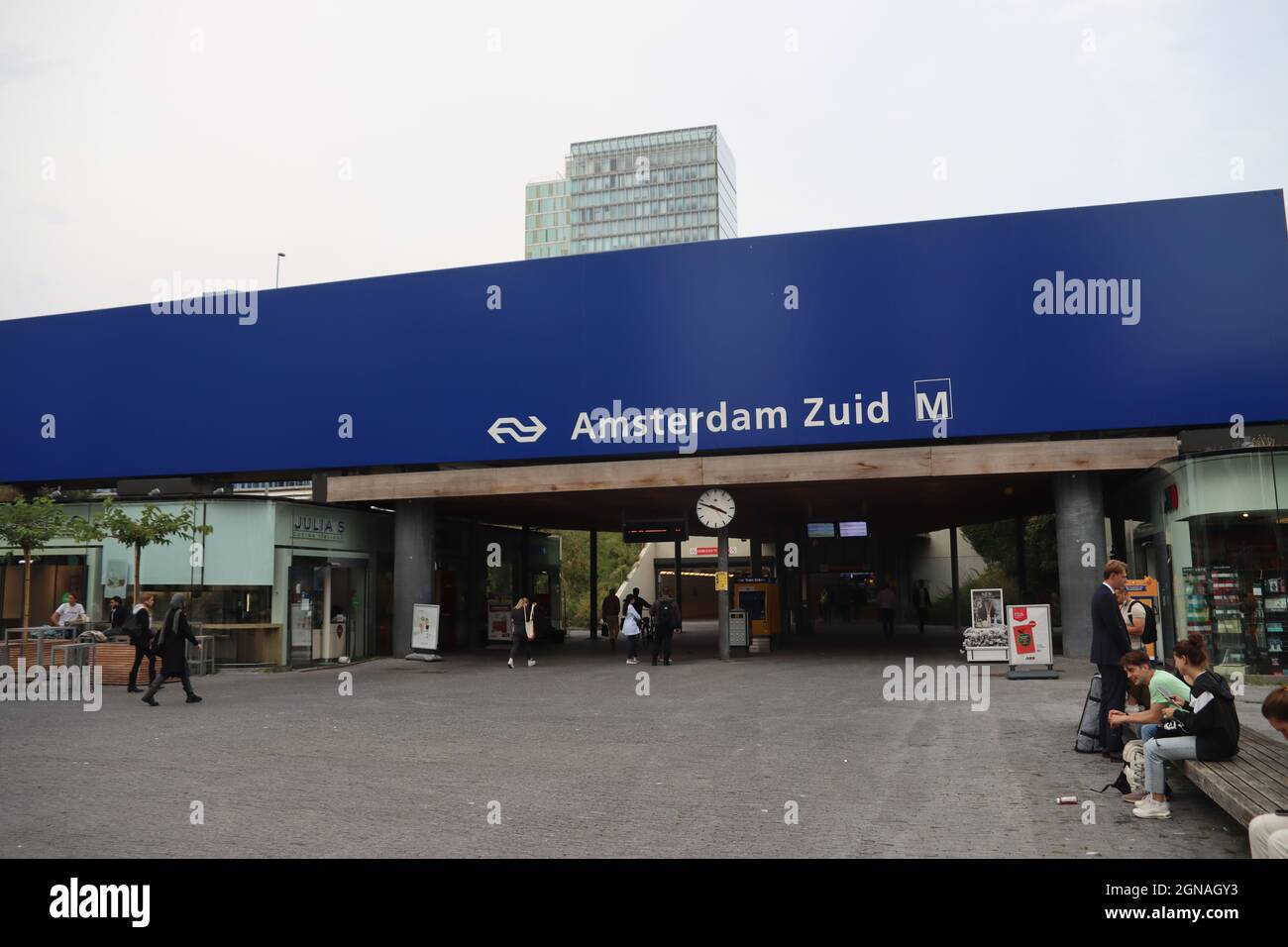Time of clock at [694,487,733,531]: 3:48
